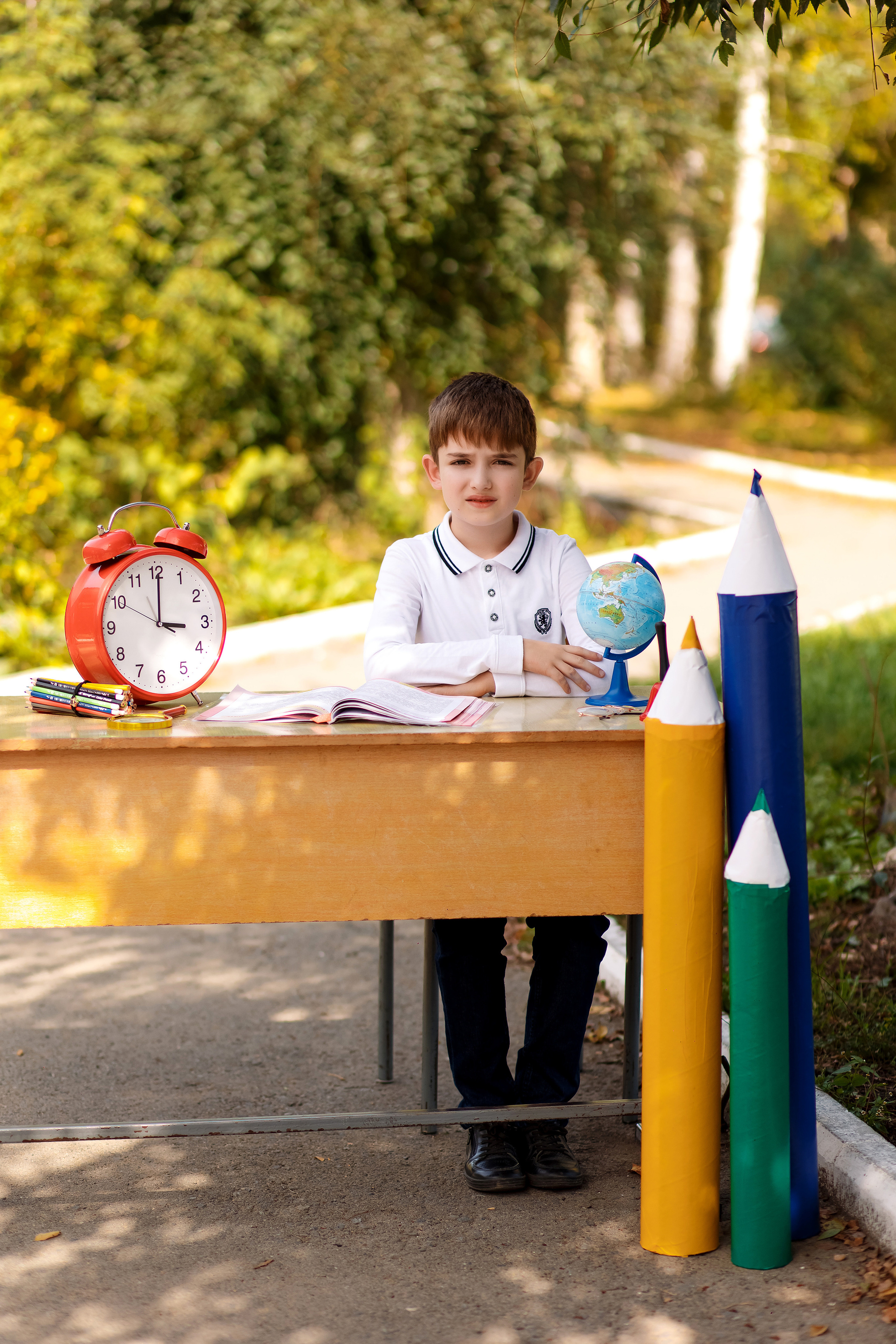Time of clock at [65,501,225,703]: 3:00
